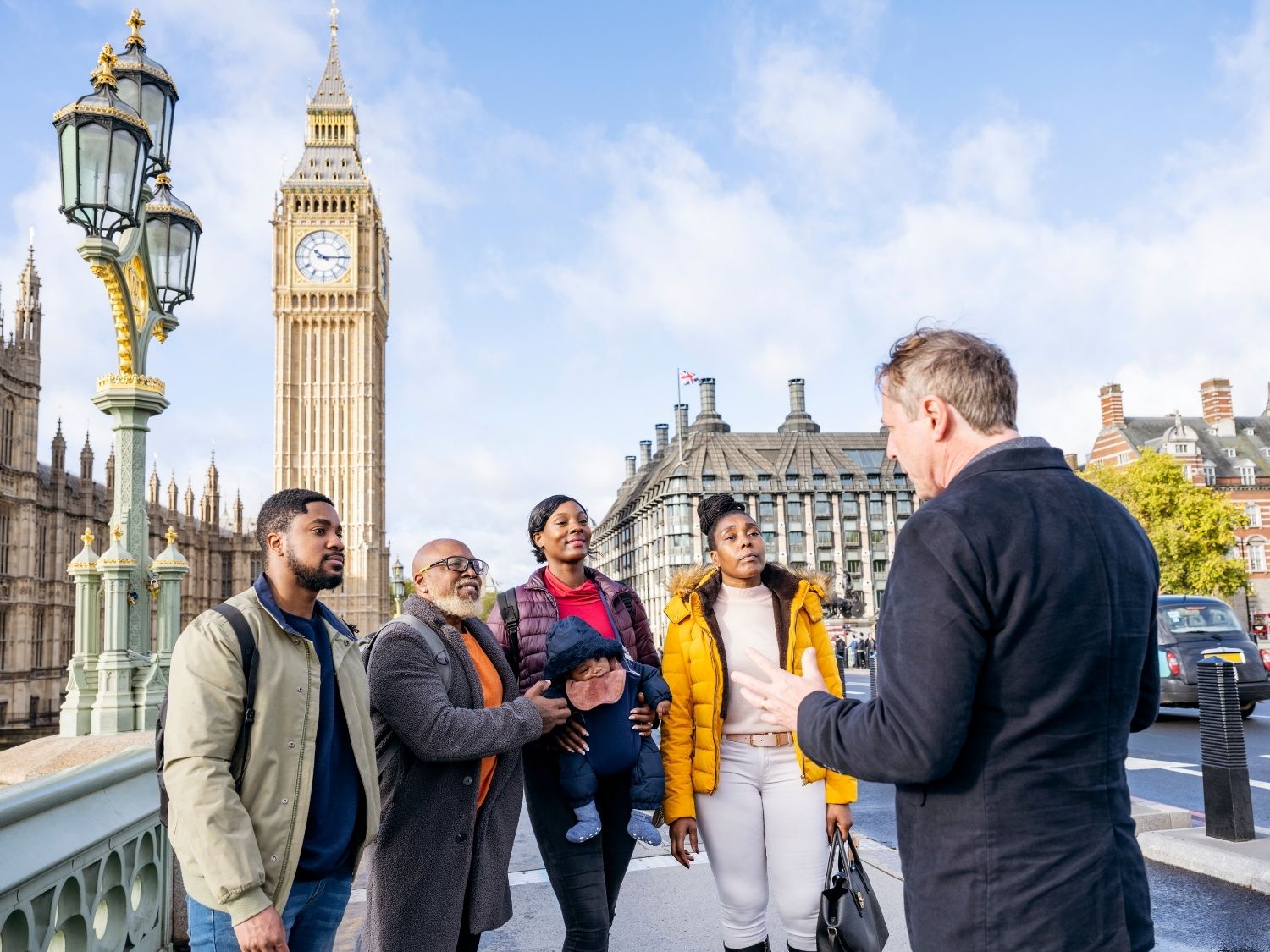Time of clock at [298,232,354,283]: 10:14
